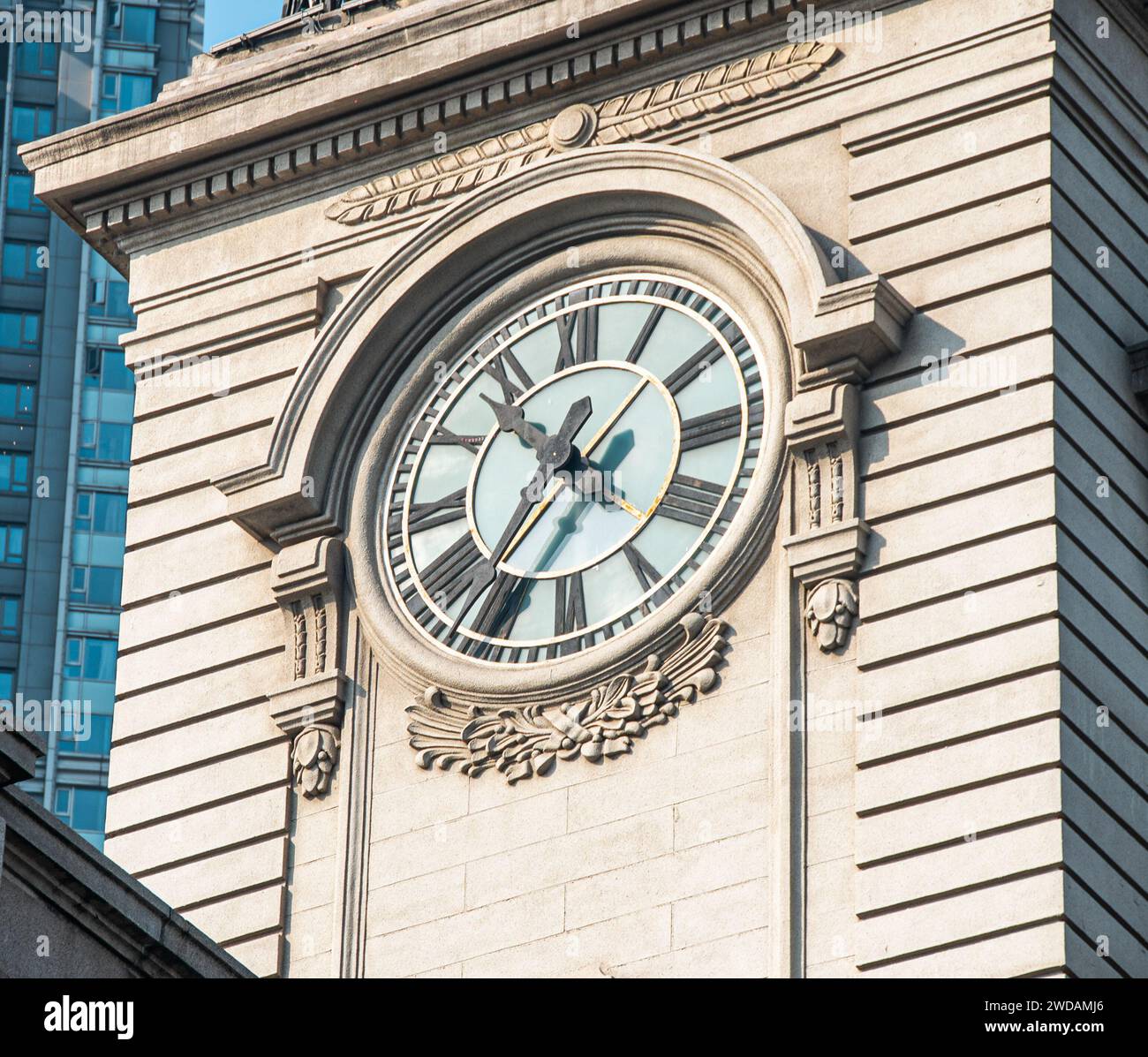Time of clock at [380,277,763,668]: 10:36
